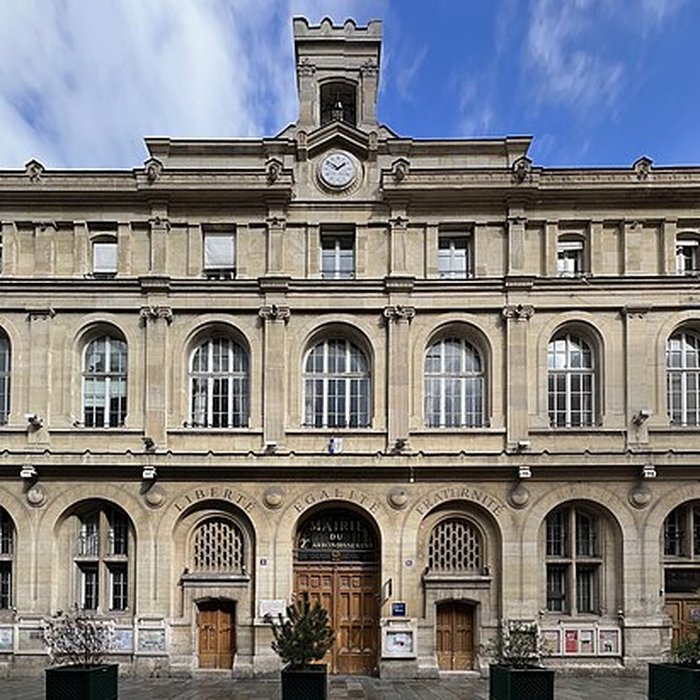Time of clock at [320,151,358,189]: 1:51
